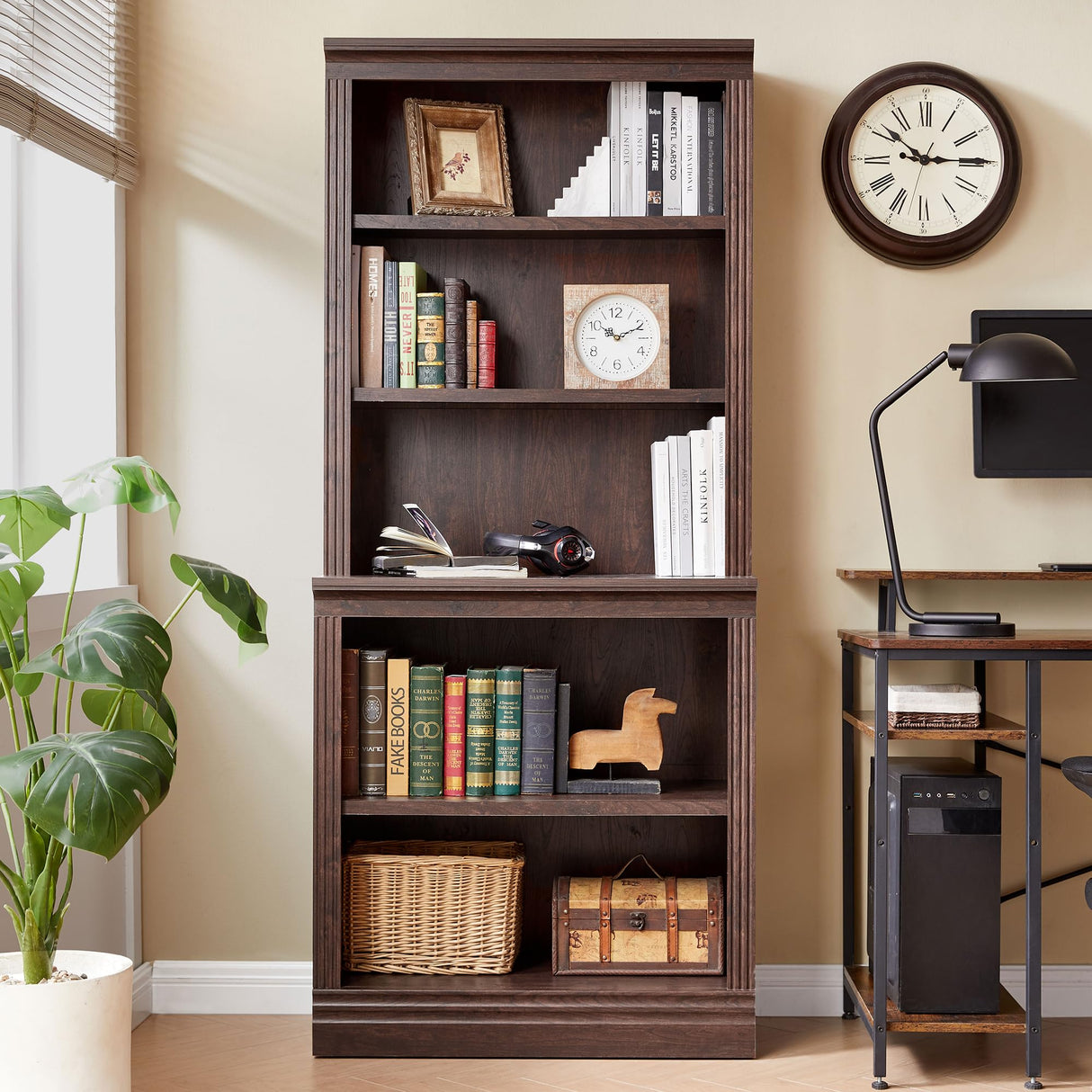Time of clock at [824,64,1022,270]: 10:14
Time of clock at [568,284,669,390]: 10:10
